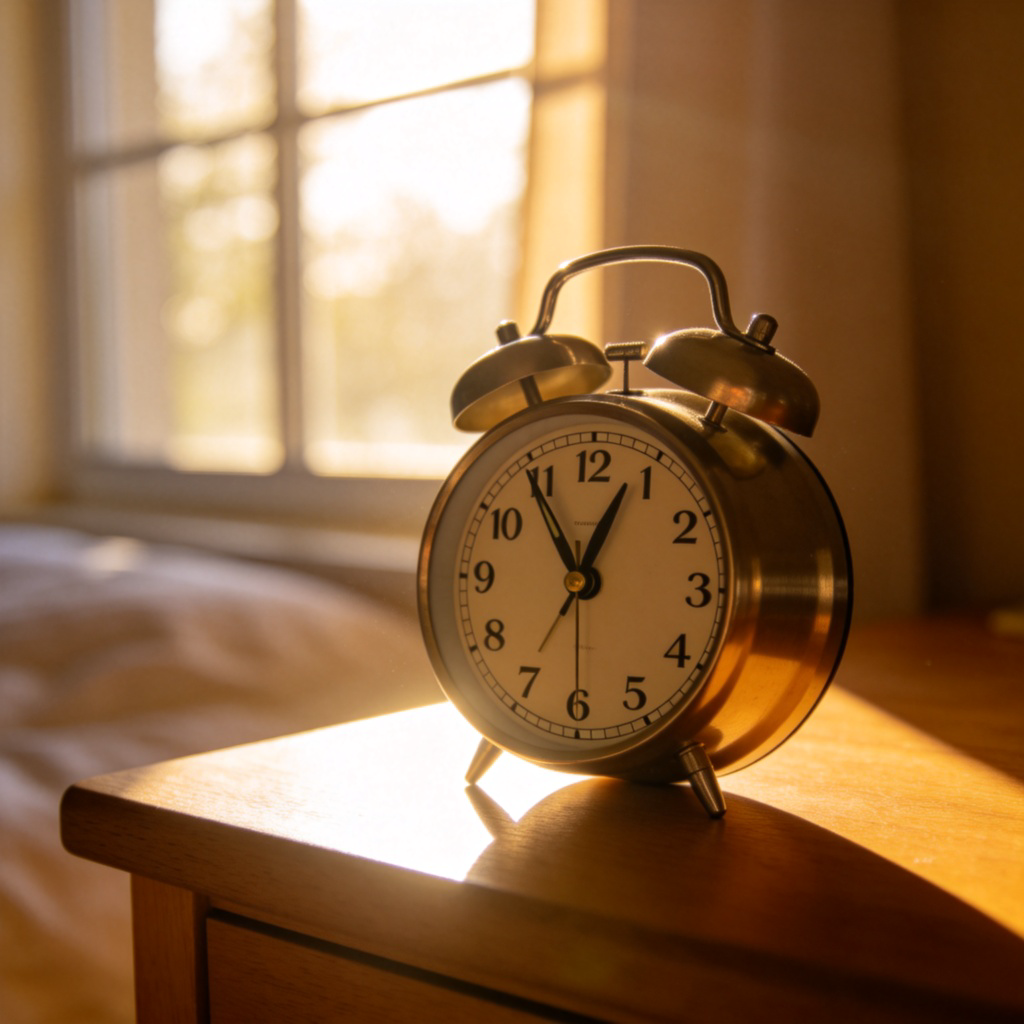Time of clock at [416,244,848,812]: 12:54
